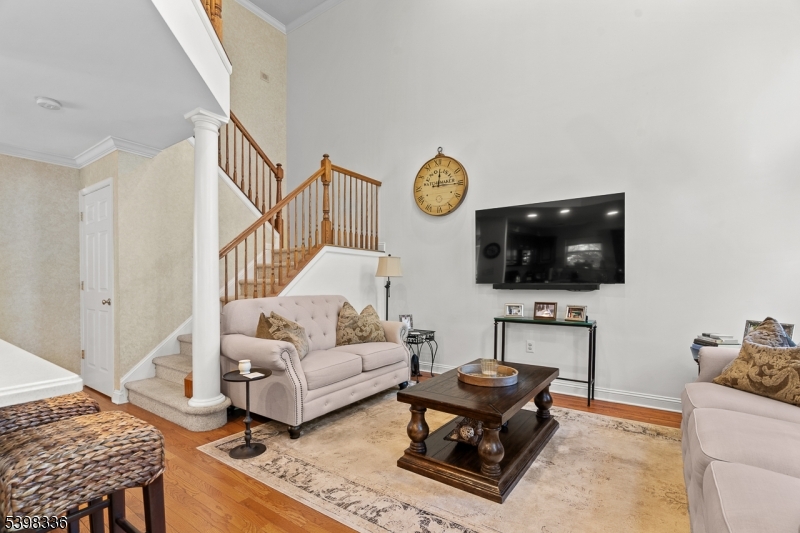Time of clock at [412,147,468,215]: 12:14
